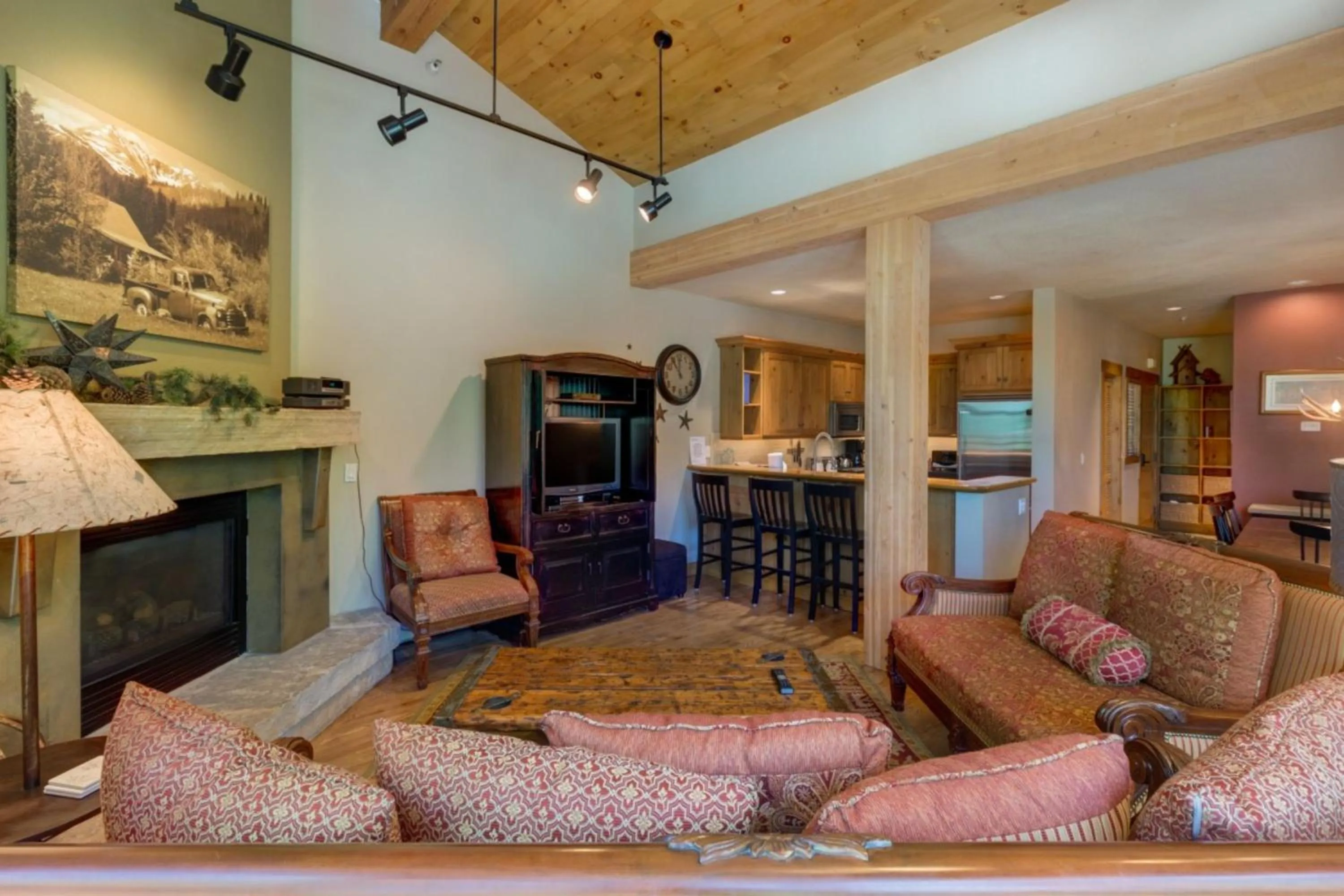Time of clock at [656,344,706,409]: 11:53
